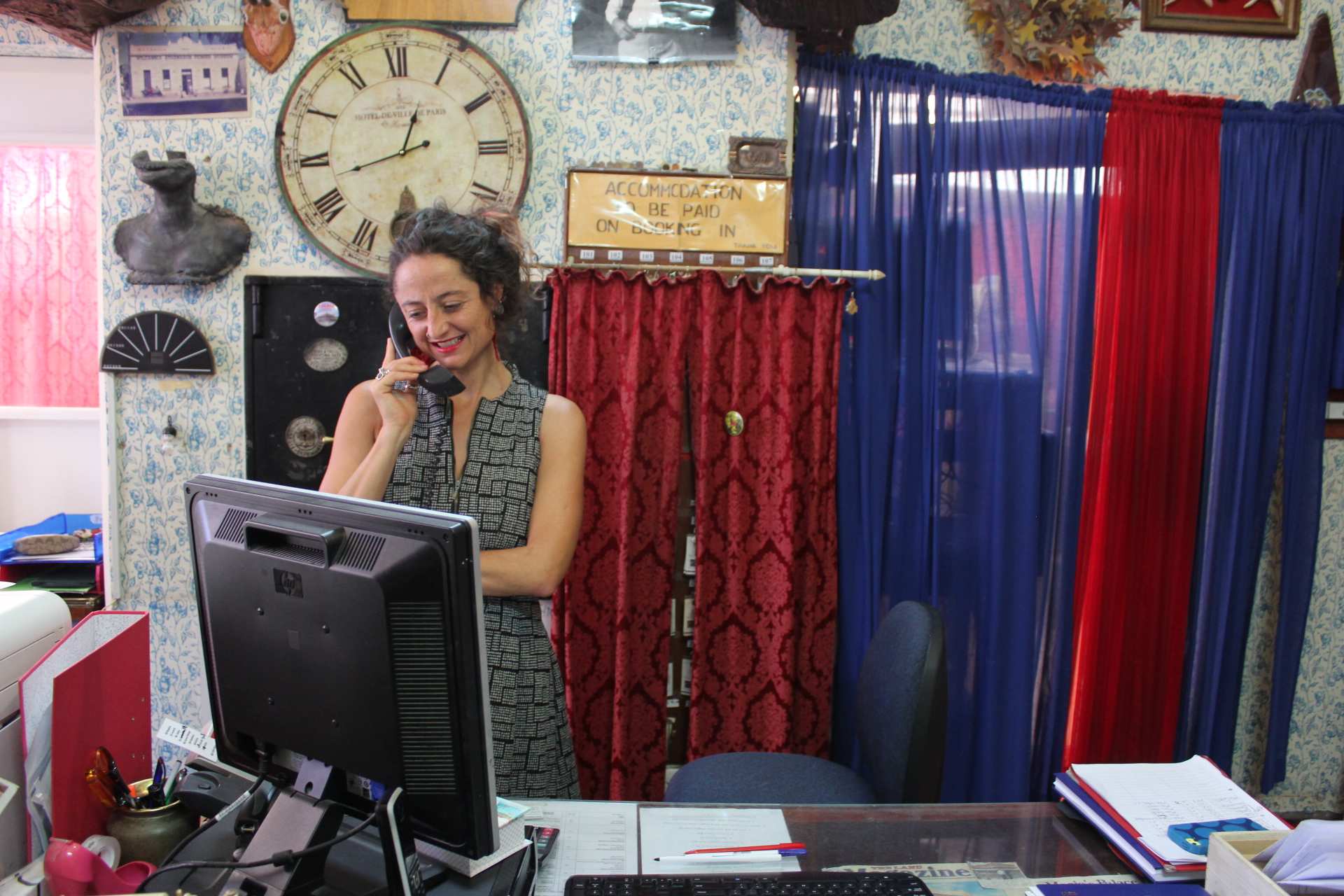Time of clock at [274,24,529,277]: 12:42
